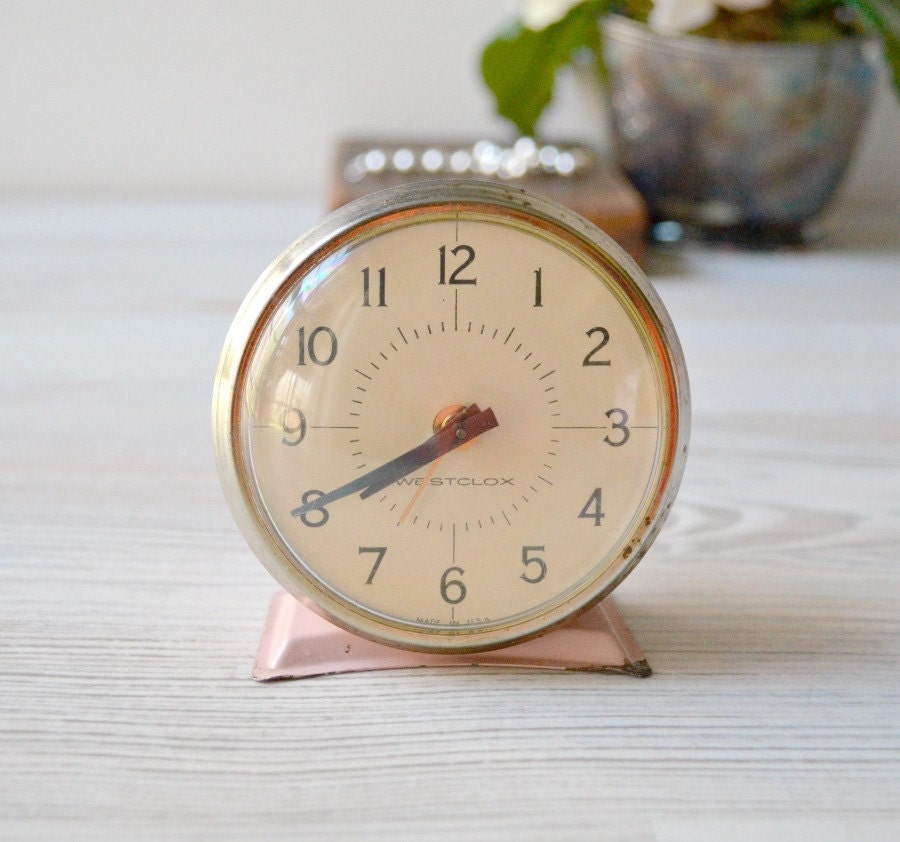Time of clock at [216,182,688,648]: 7:40
